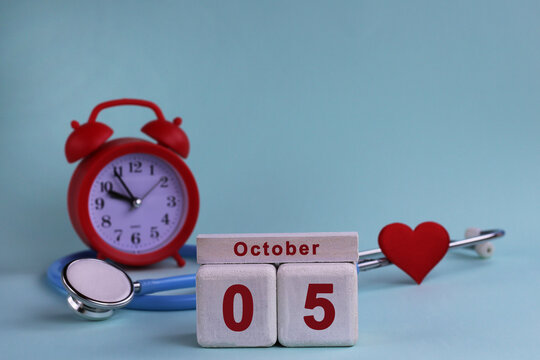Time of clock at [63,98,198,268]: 9:54
